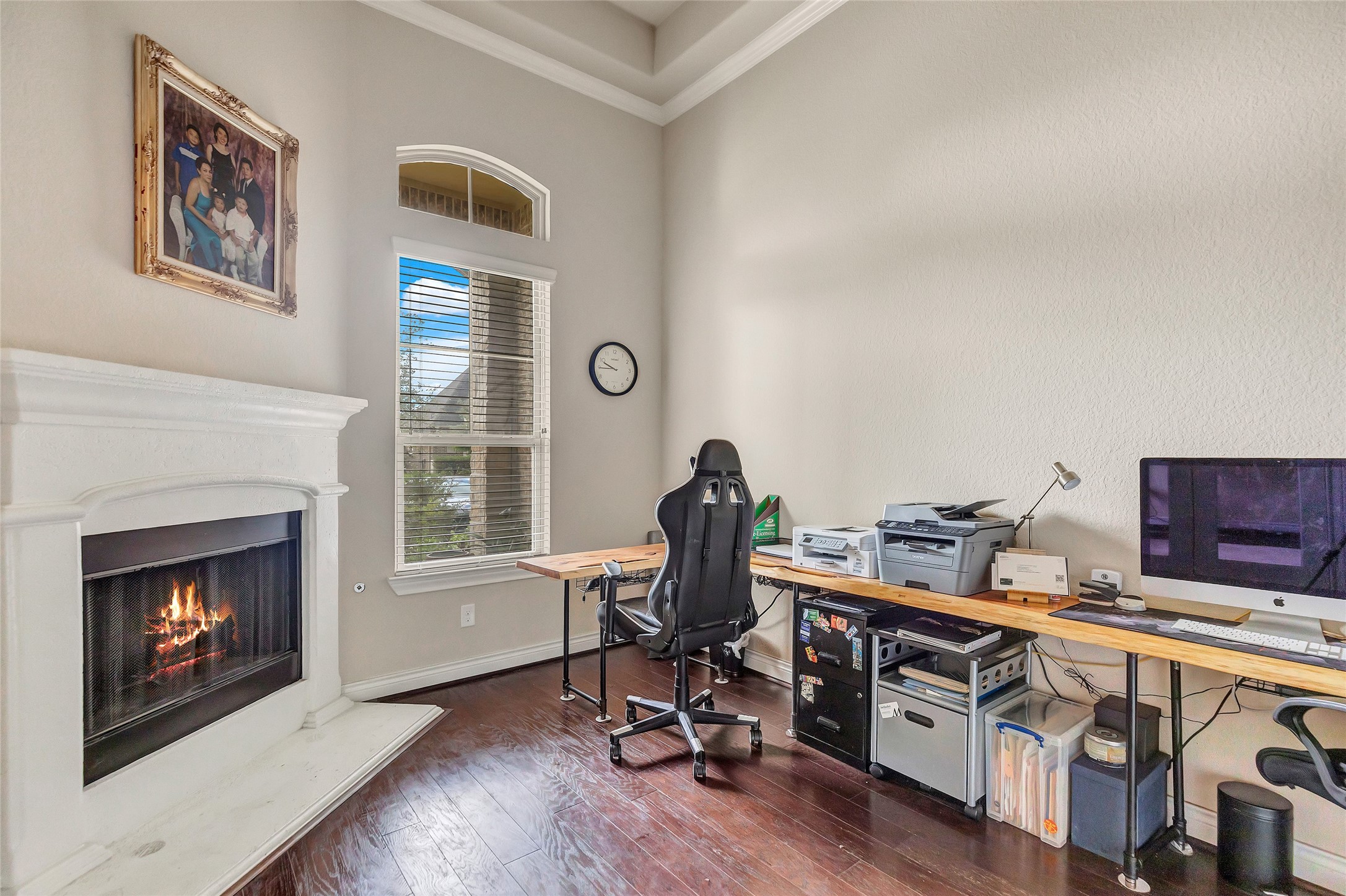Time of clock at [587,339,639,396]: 9:44
